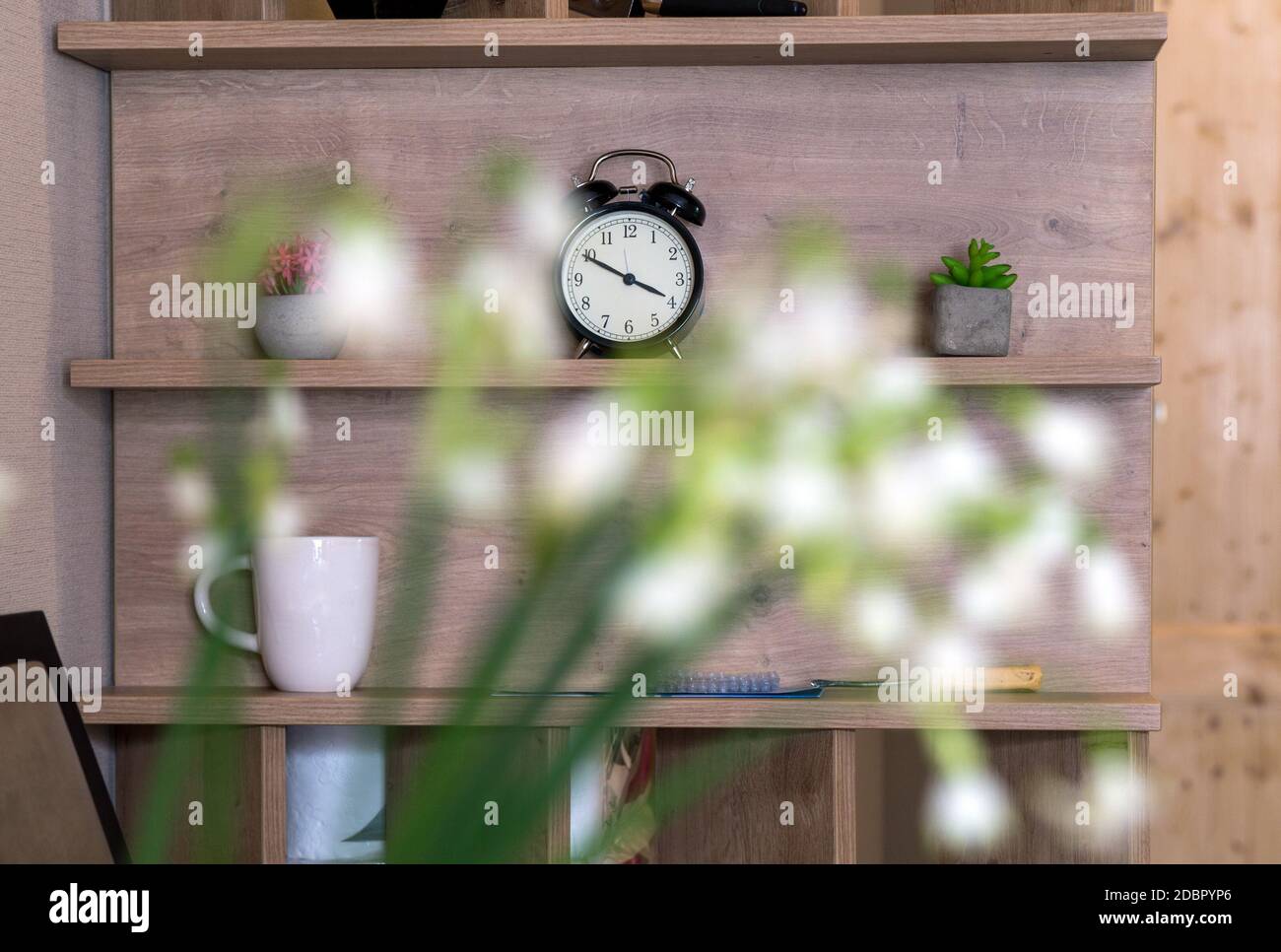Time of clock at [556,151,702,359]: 3:49
